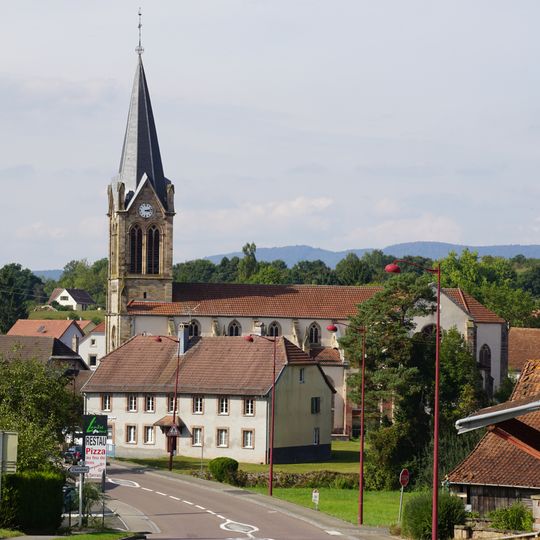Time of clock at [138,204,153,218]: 3:12
